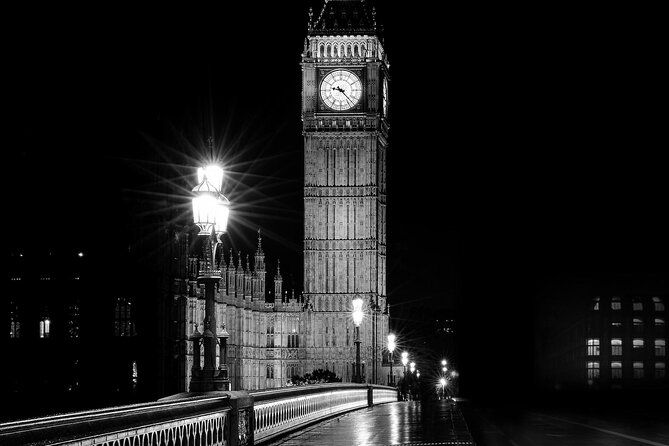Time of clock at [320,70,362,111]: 9:22
